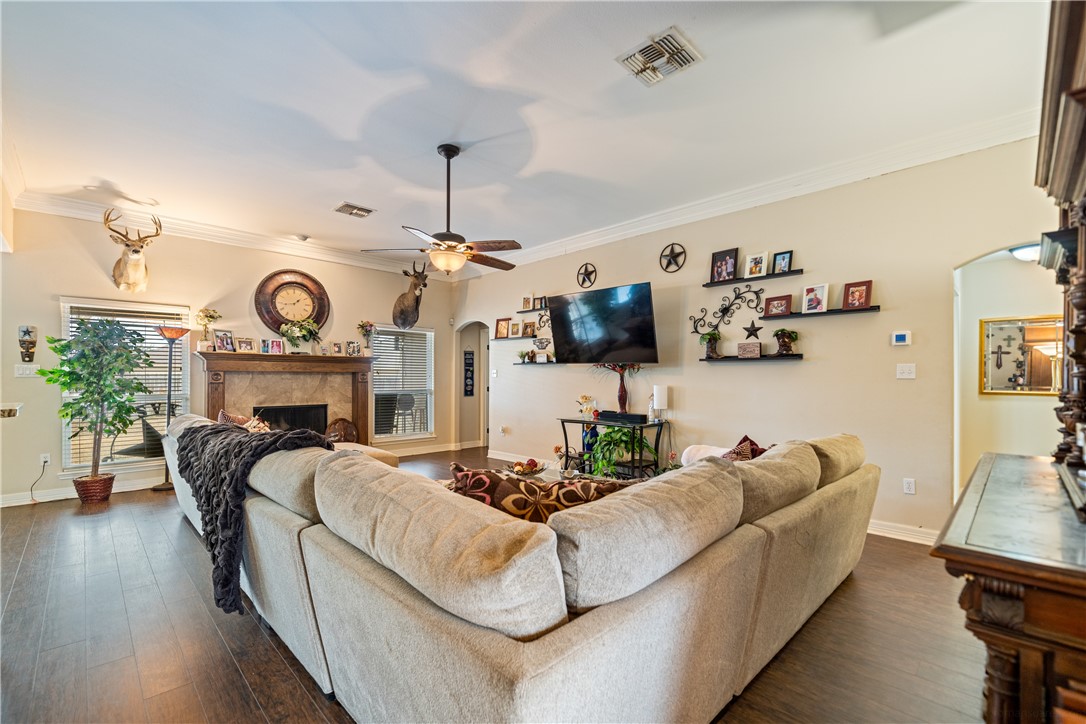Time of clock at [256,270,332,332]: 1:43
